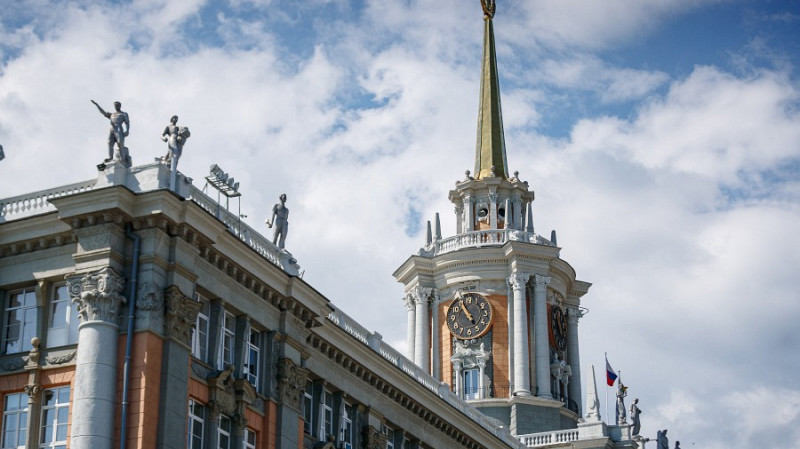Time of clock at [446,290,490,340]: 4:54
